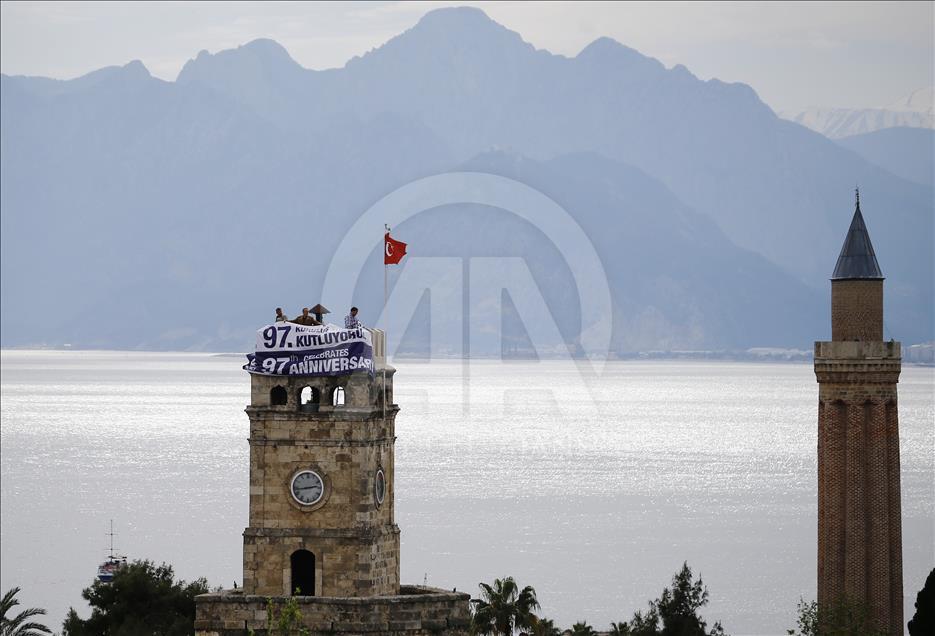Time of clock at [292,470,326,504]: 2:43
